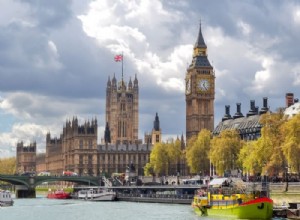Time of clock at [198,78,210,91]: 12:24
